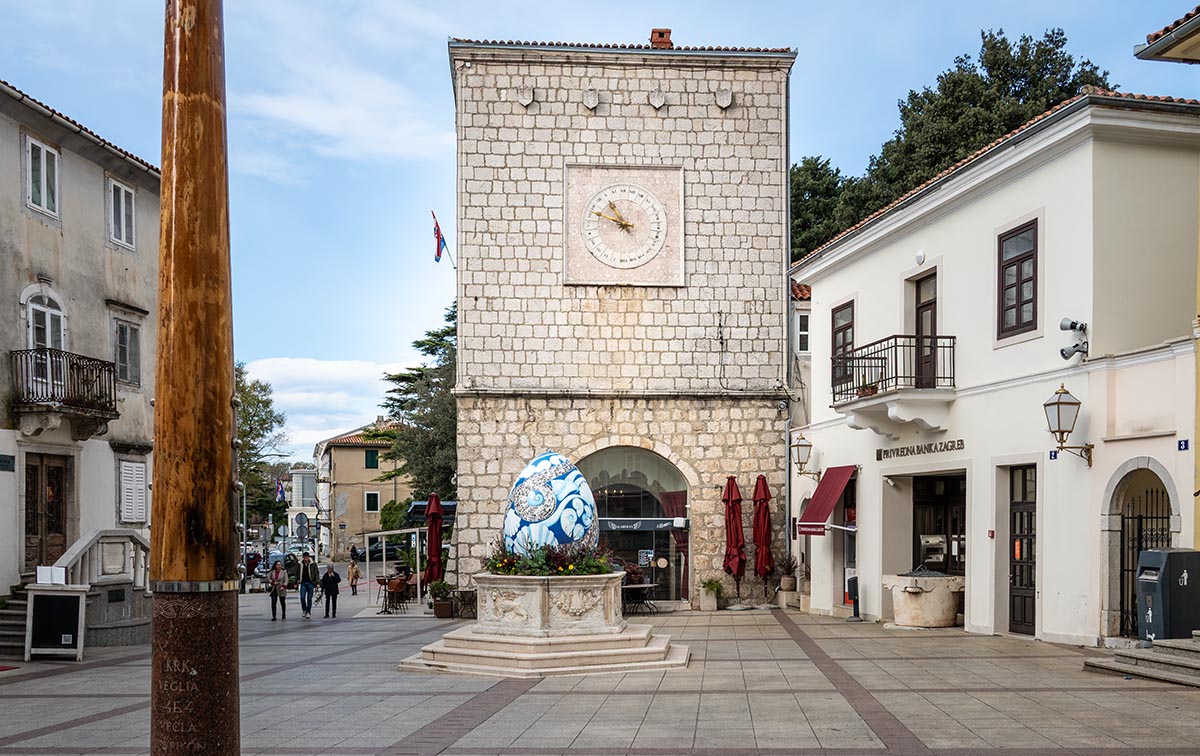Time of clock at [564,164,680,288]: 10:48
